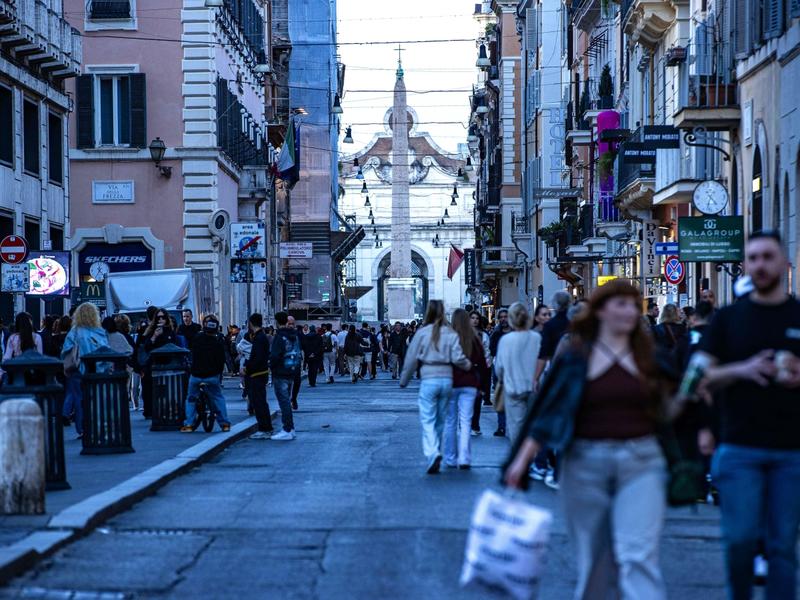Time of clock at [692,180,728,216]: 4:32
